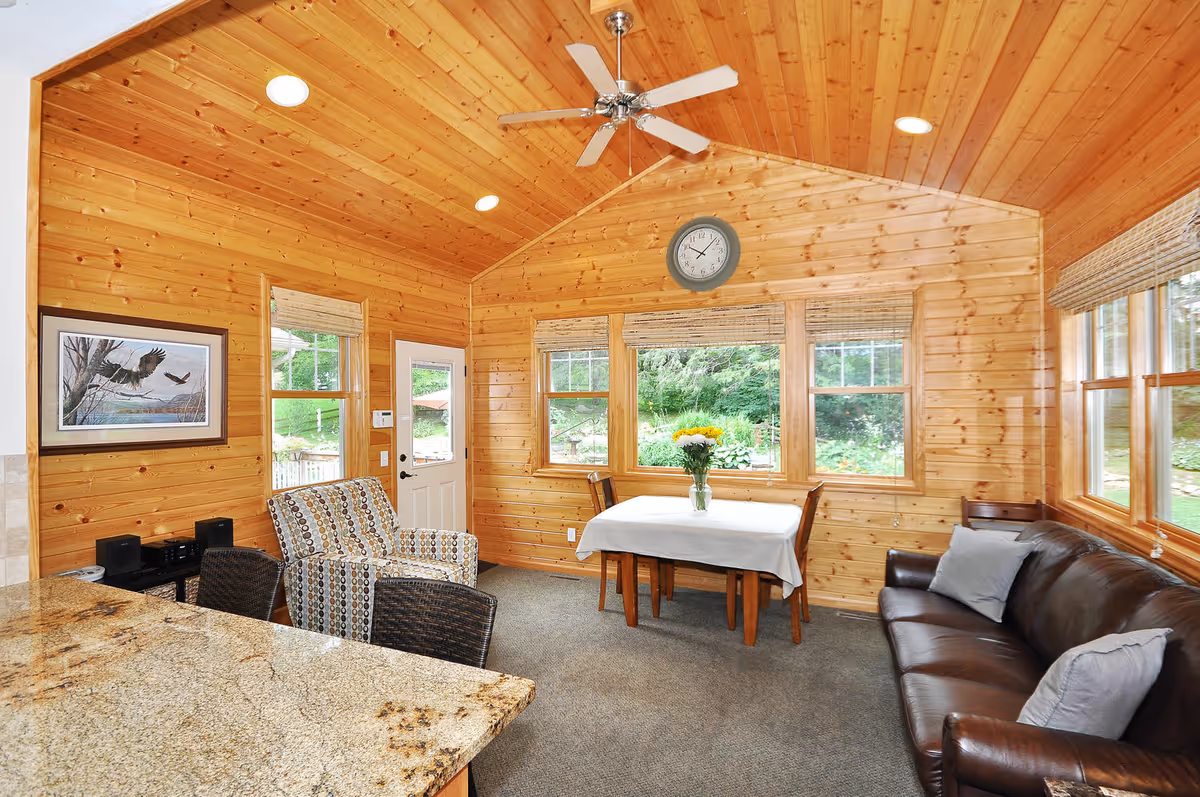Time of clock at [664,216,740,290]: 10:07
